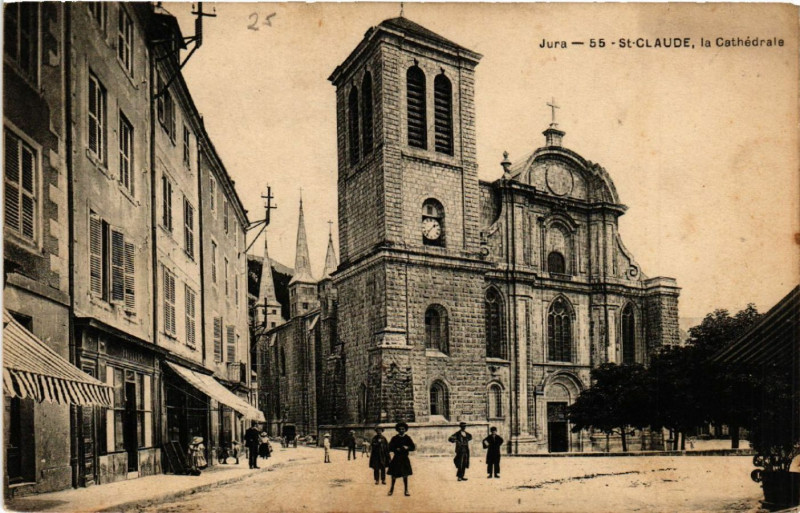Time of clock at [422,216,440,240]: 1:36
